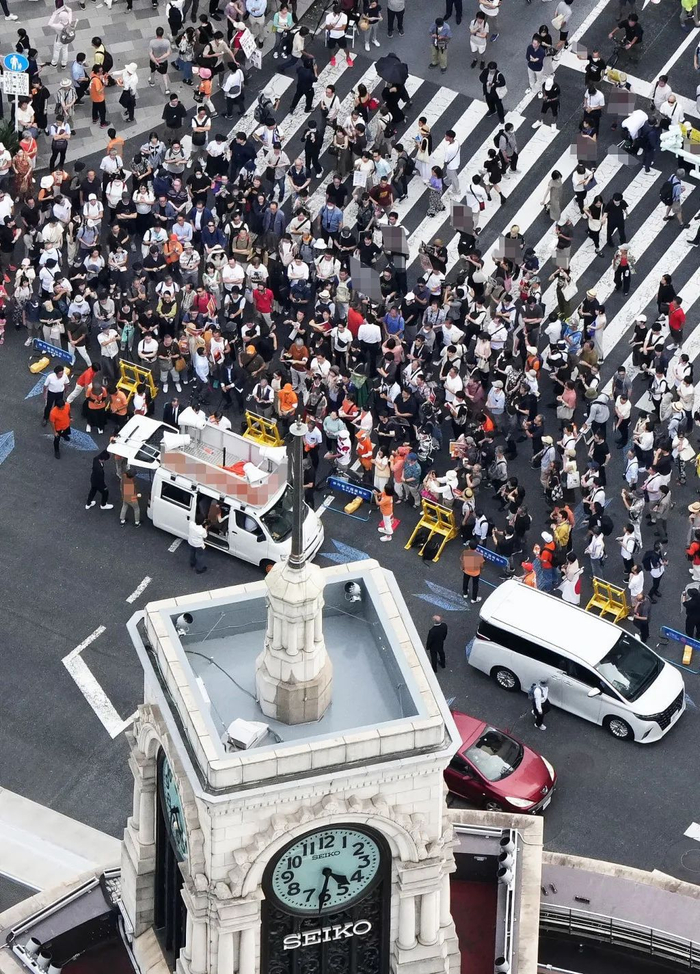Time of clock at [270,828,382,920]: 4:31
